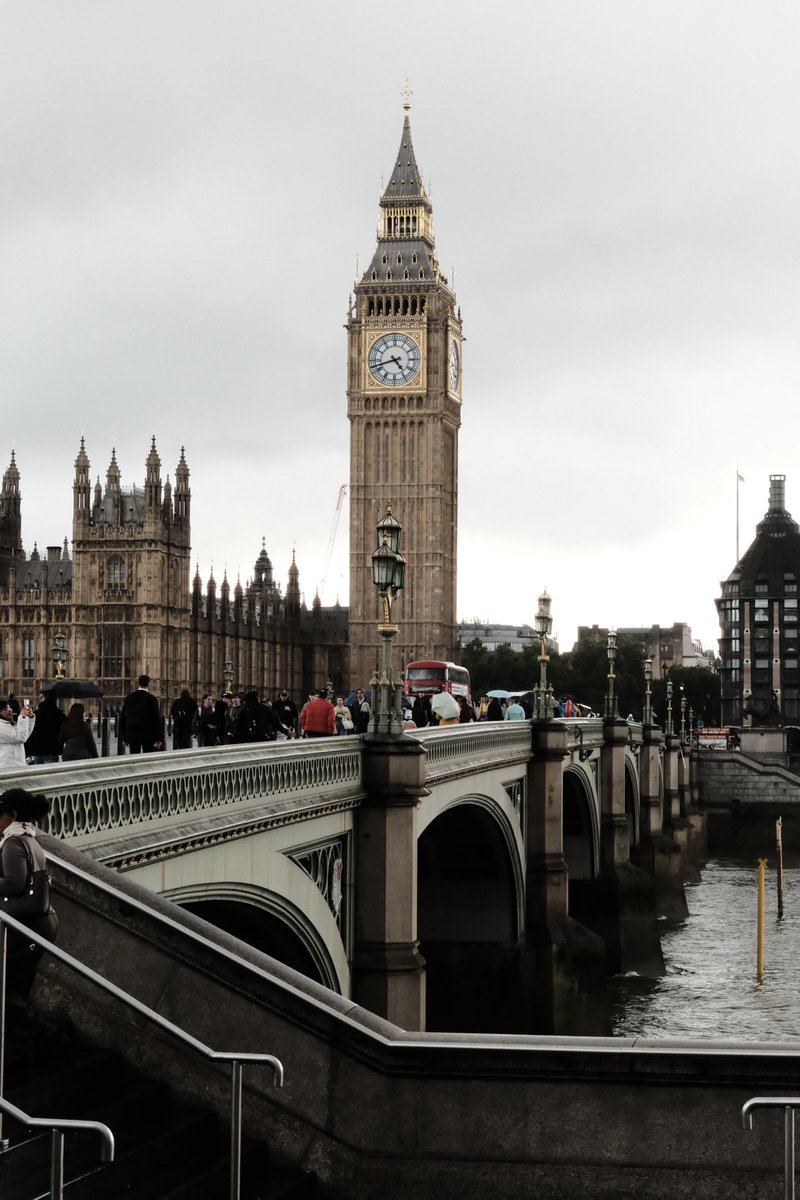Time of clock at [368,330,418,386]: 4:42
